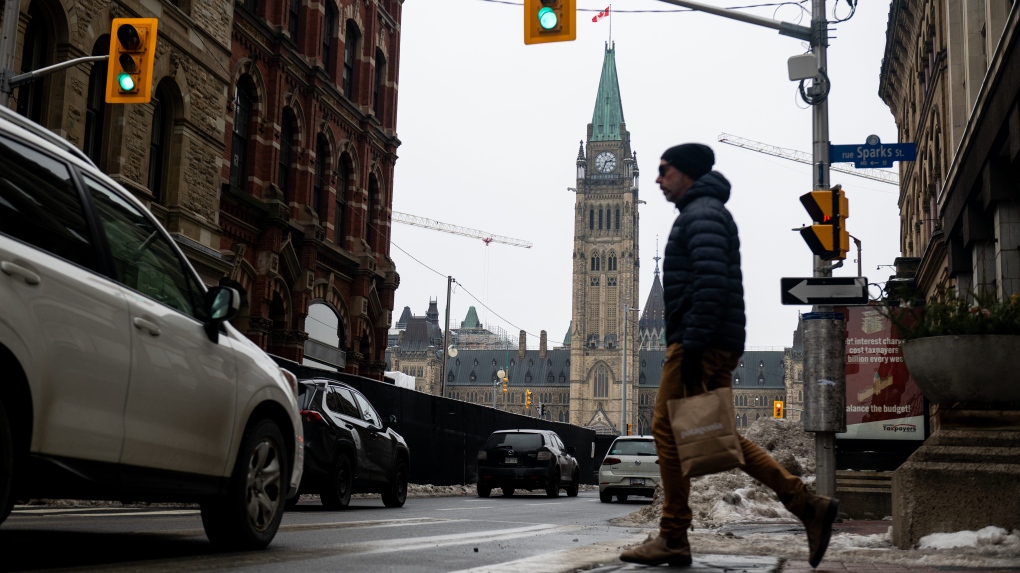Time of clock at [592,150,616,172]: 2:33
